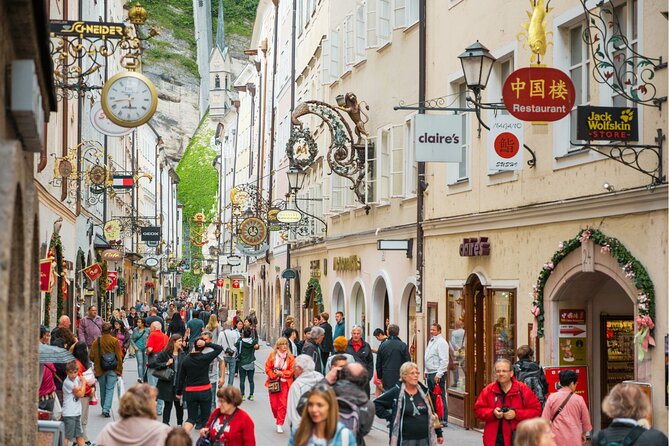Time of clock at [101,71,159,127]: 5:42
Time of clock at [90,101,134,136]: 5:42
